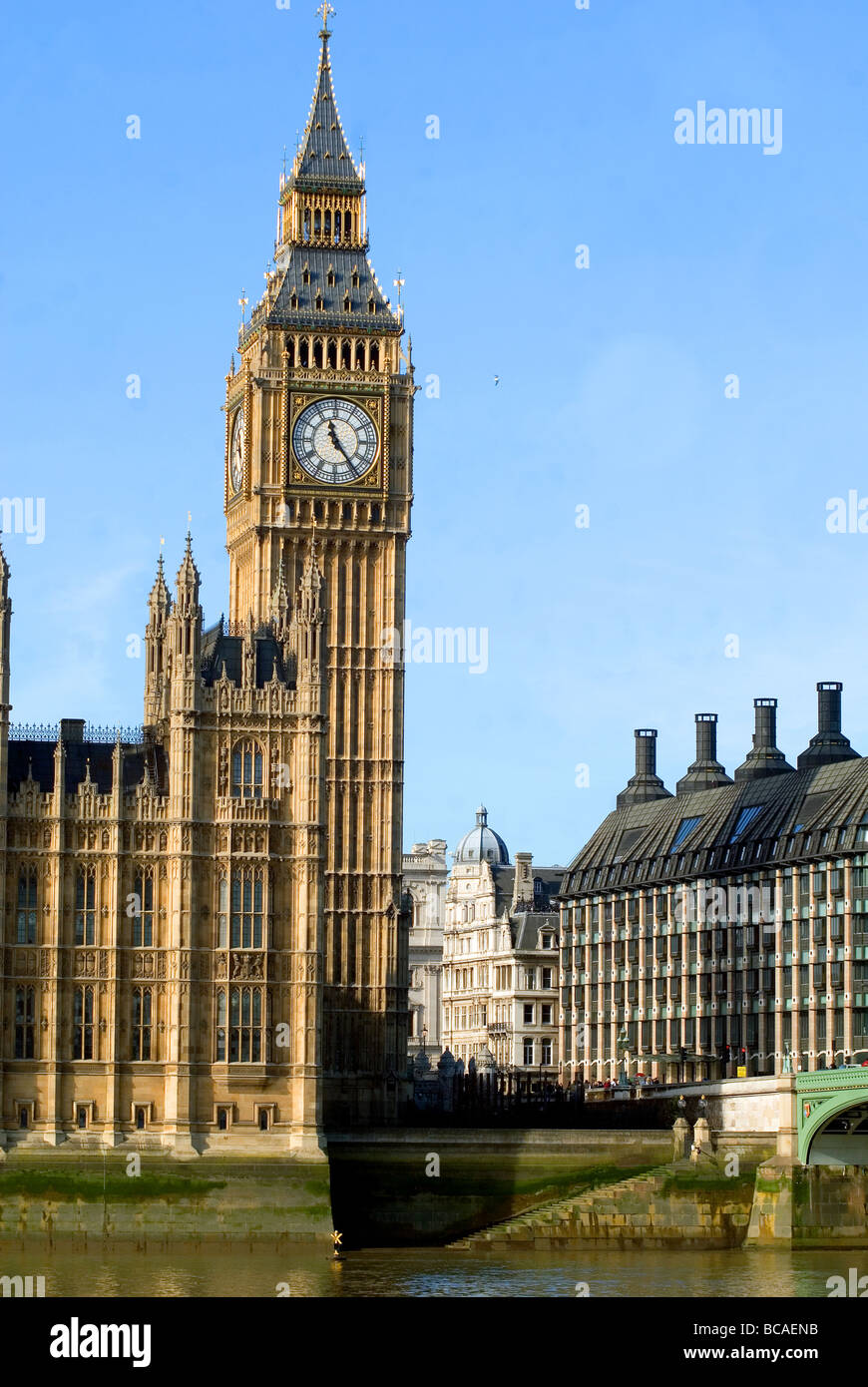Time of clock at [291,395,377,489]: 11:23
